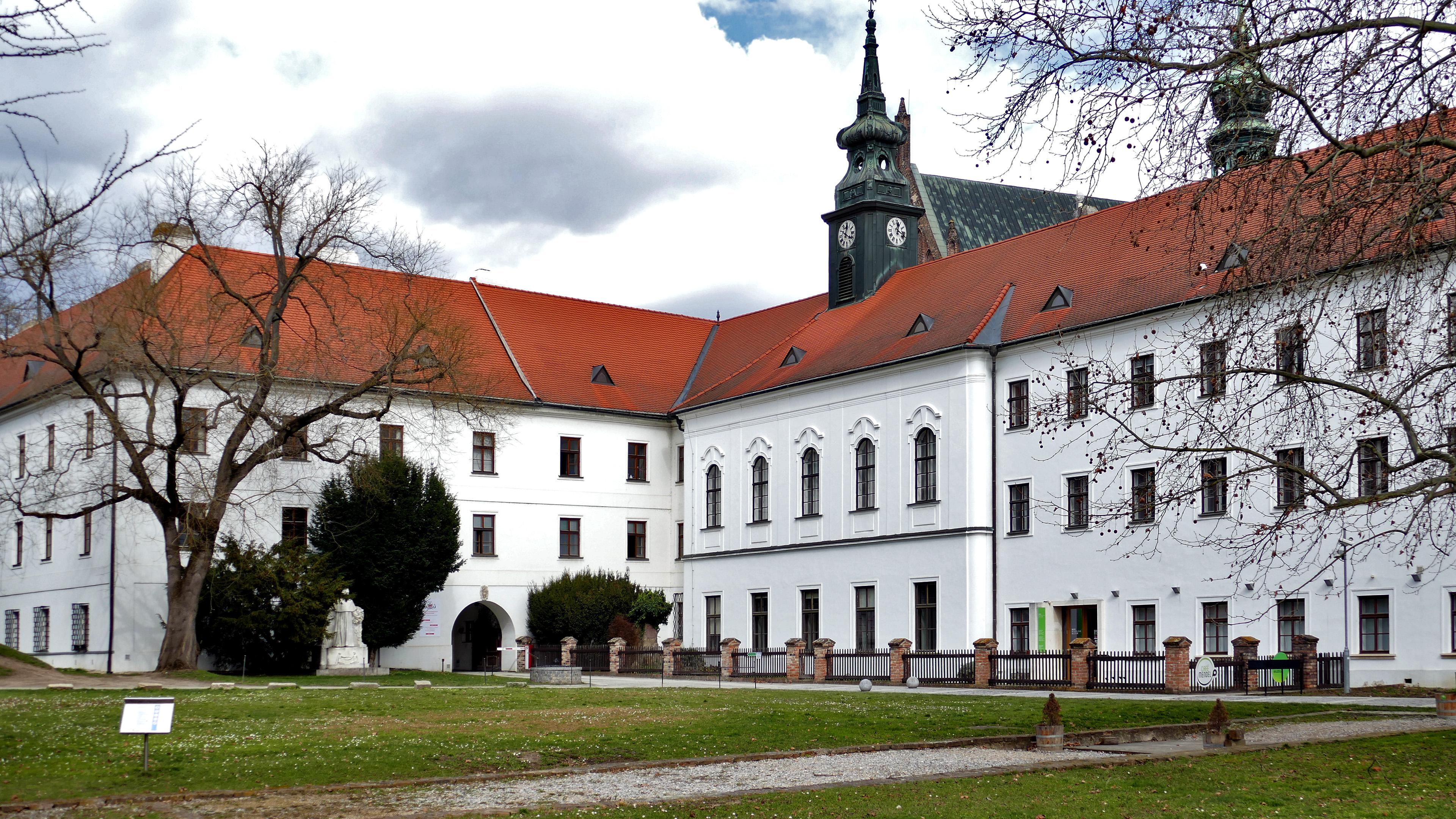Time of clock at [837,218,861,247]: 12:20
